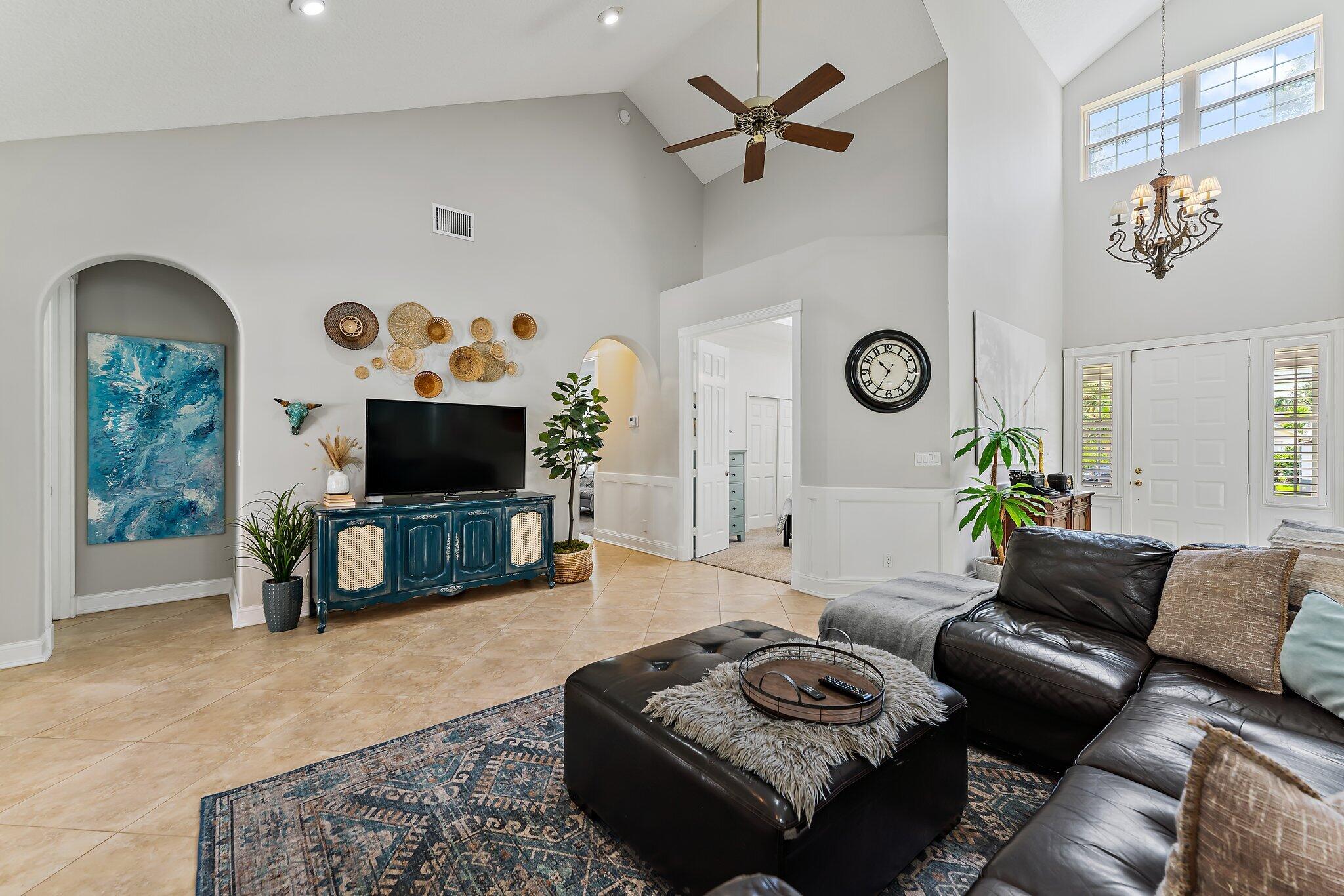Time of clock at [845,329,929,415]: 10:34
